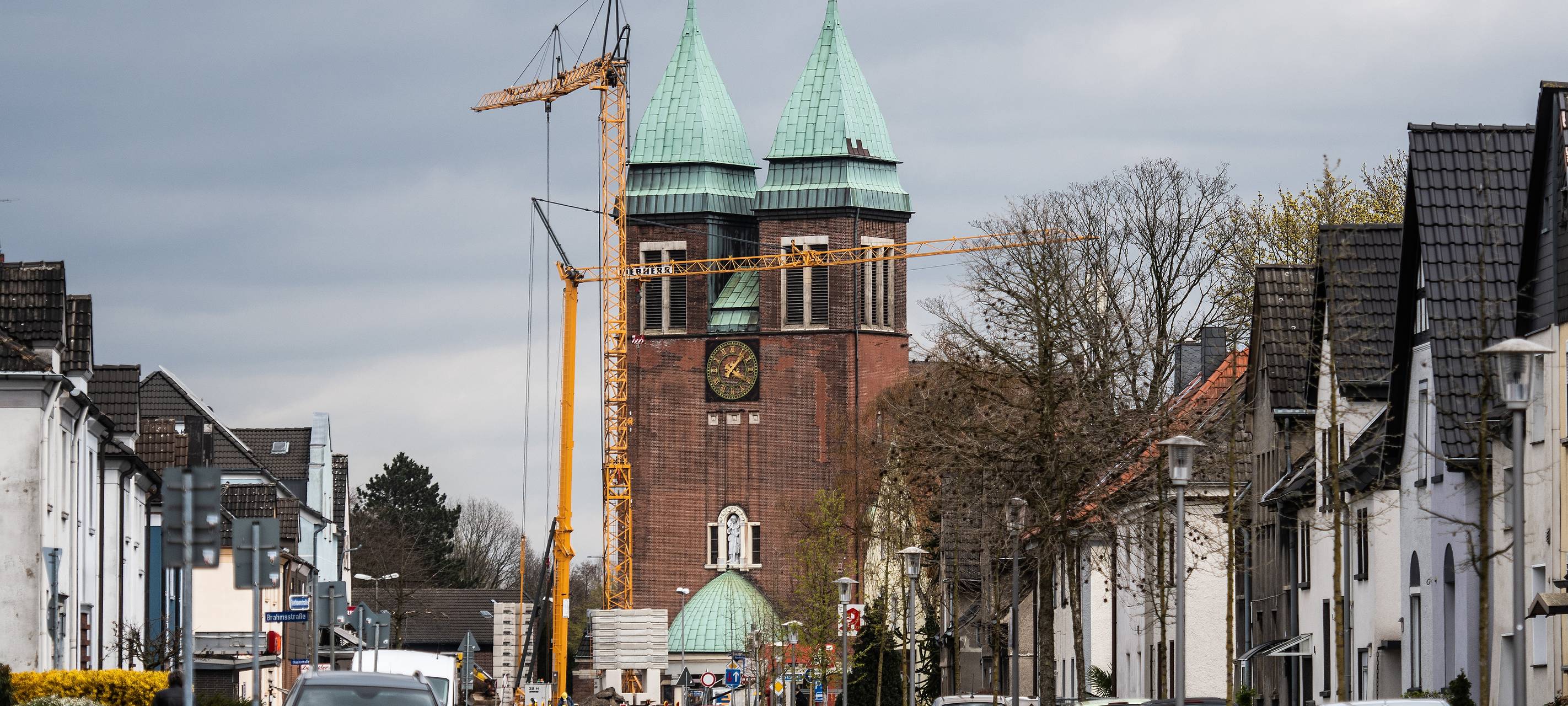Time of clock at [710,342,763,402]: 4:06
